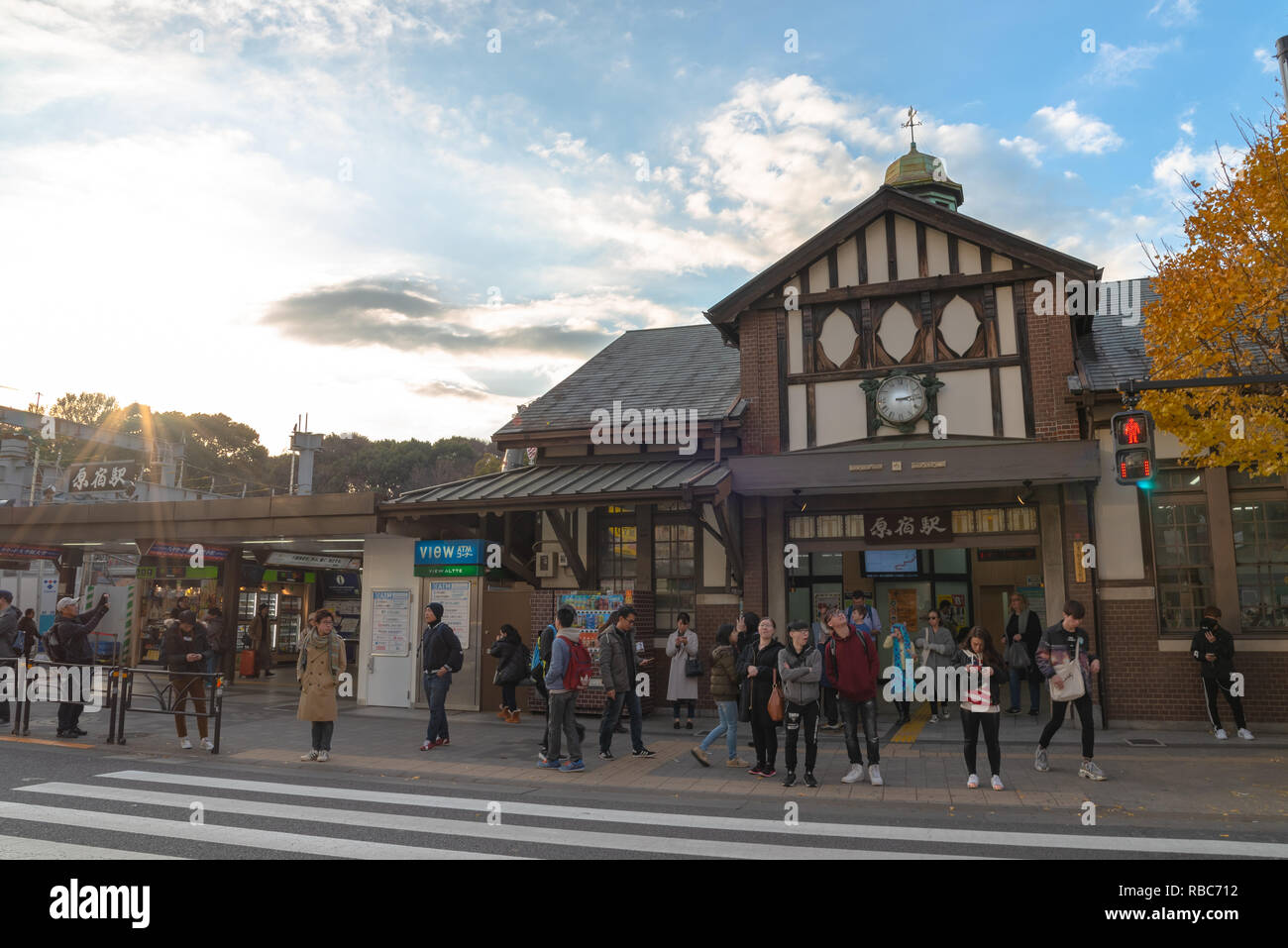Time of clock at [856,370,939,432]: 3:12
